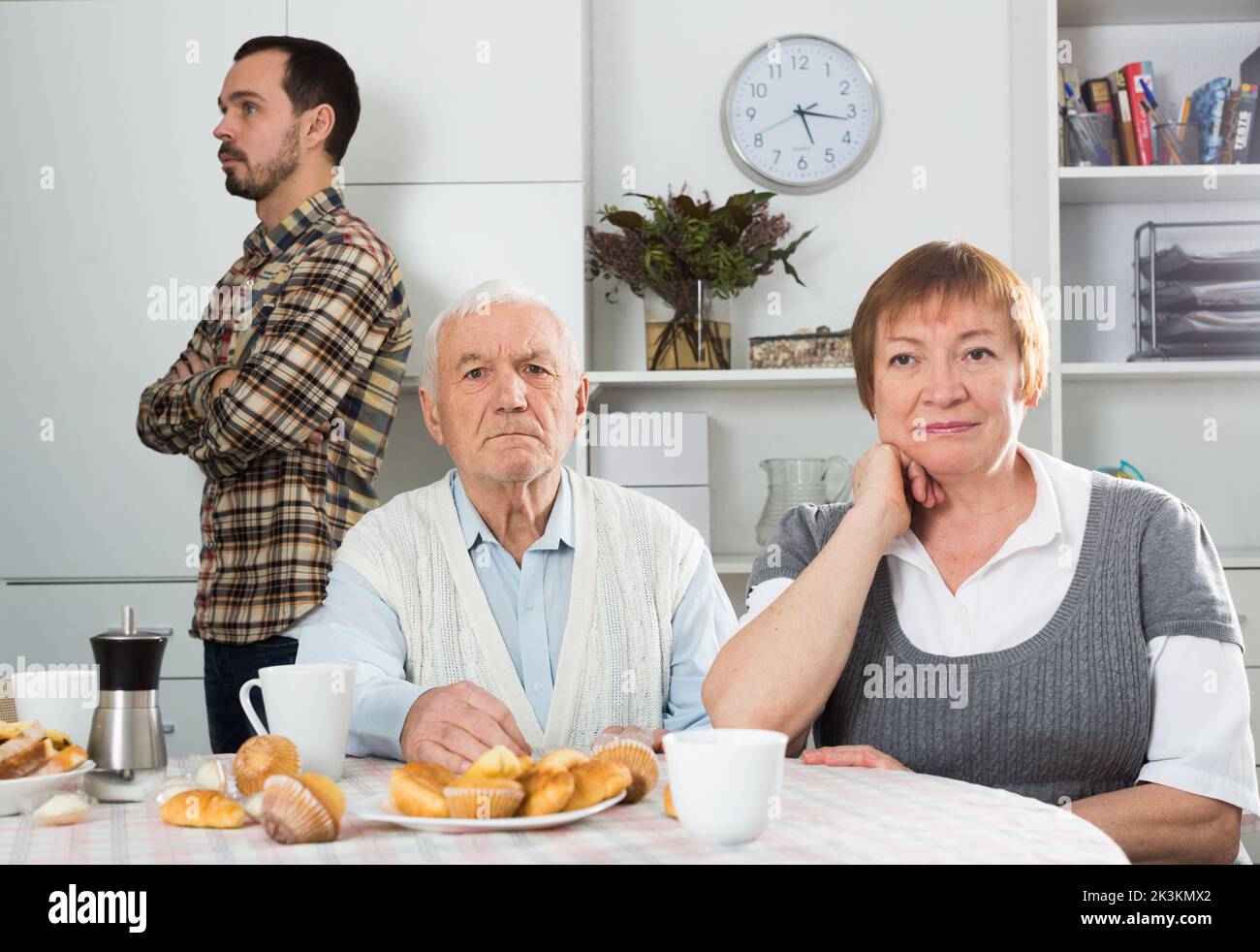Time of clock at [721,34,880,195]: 5:16
